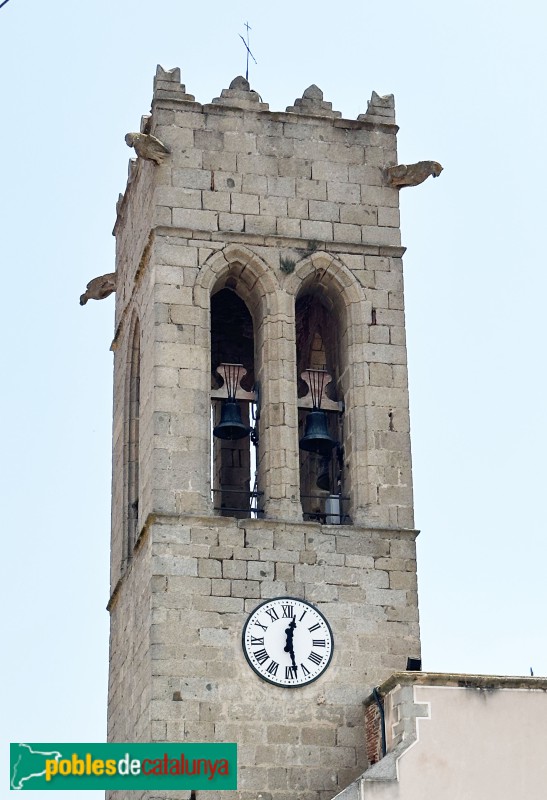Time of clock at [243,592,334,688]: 12:28
